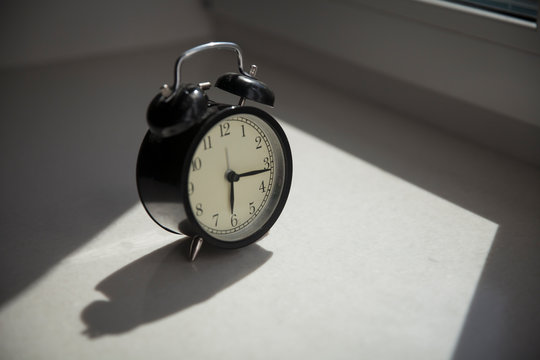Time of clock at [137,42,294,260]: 6:16
